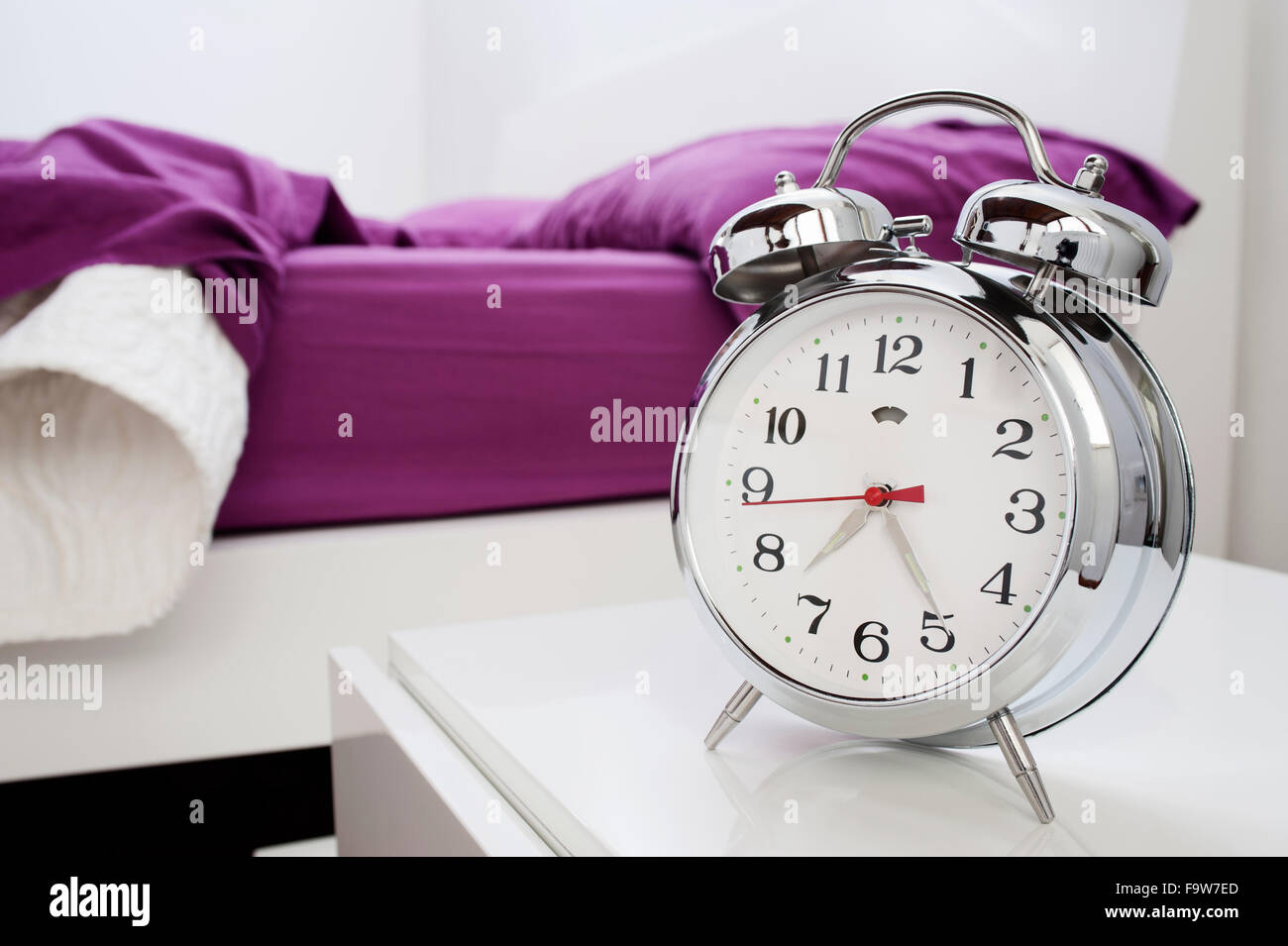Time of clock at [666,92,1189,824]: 7:25
